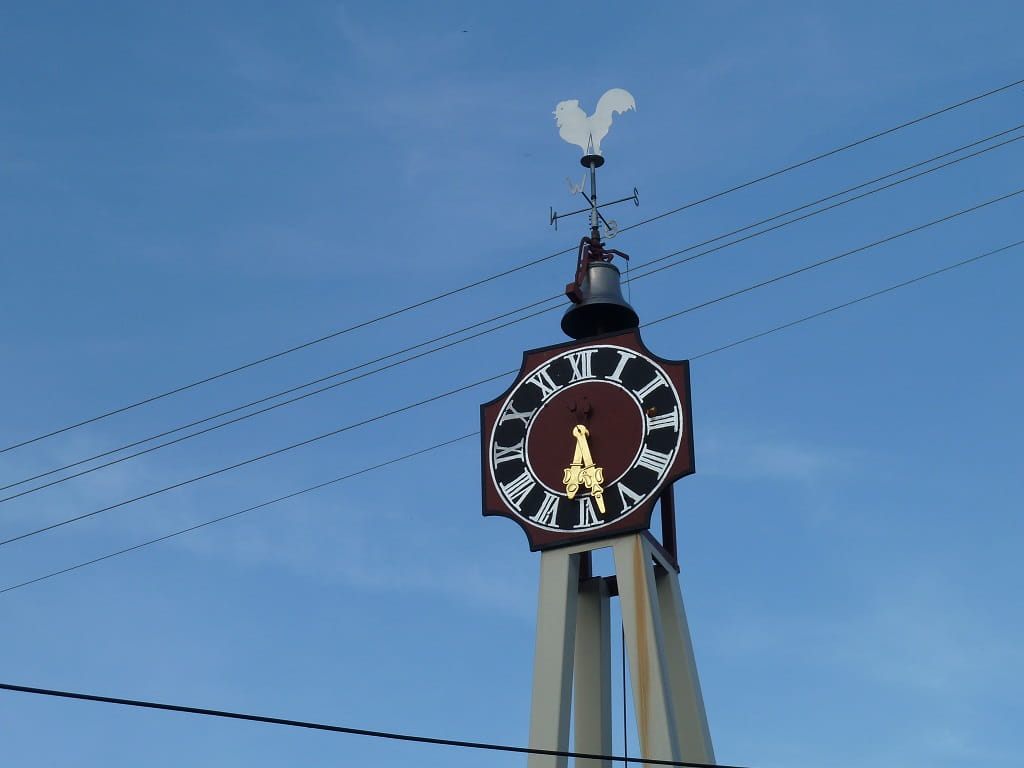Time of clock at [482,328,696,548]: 6:28
